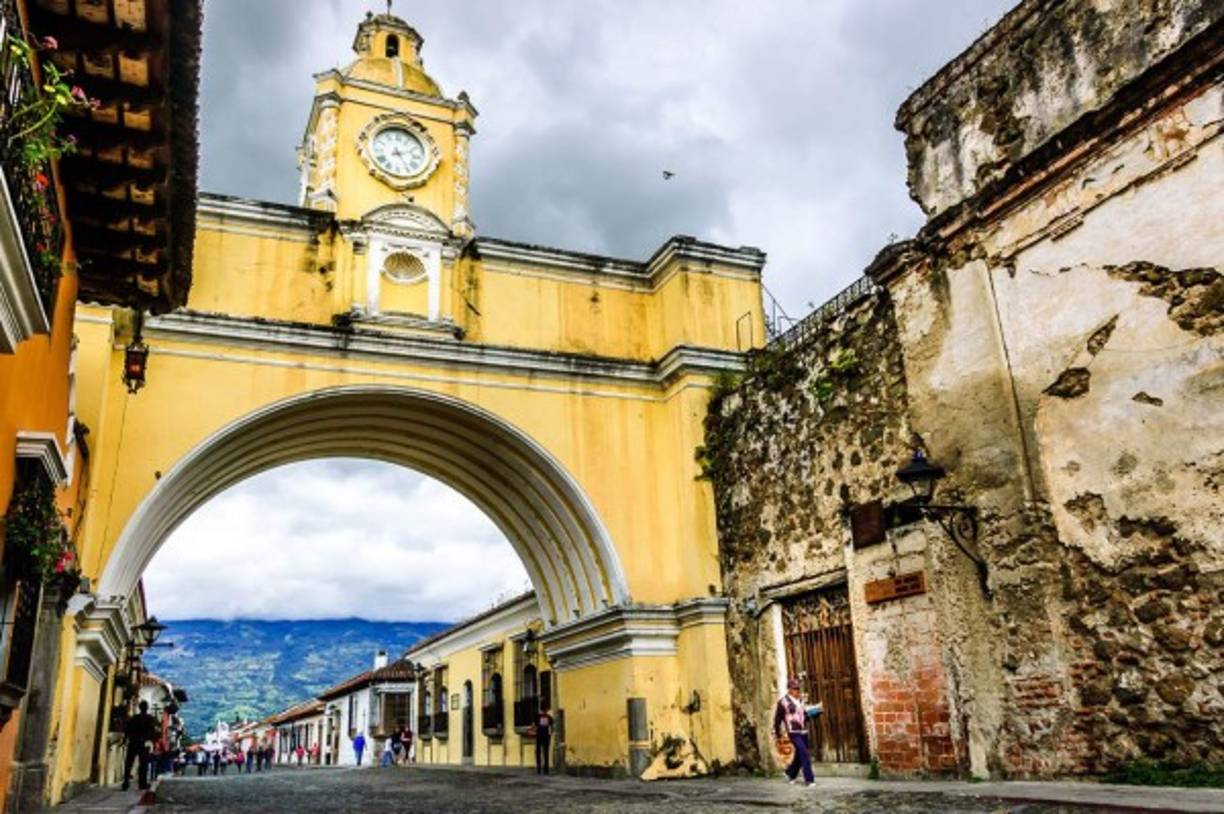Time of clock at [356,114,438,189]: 5:11
